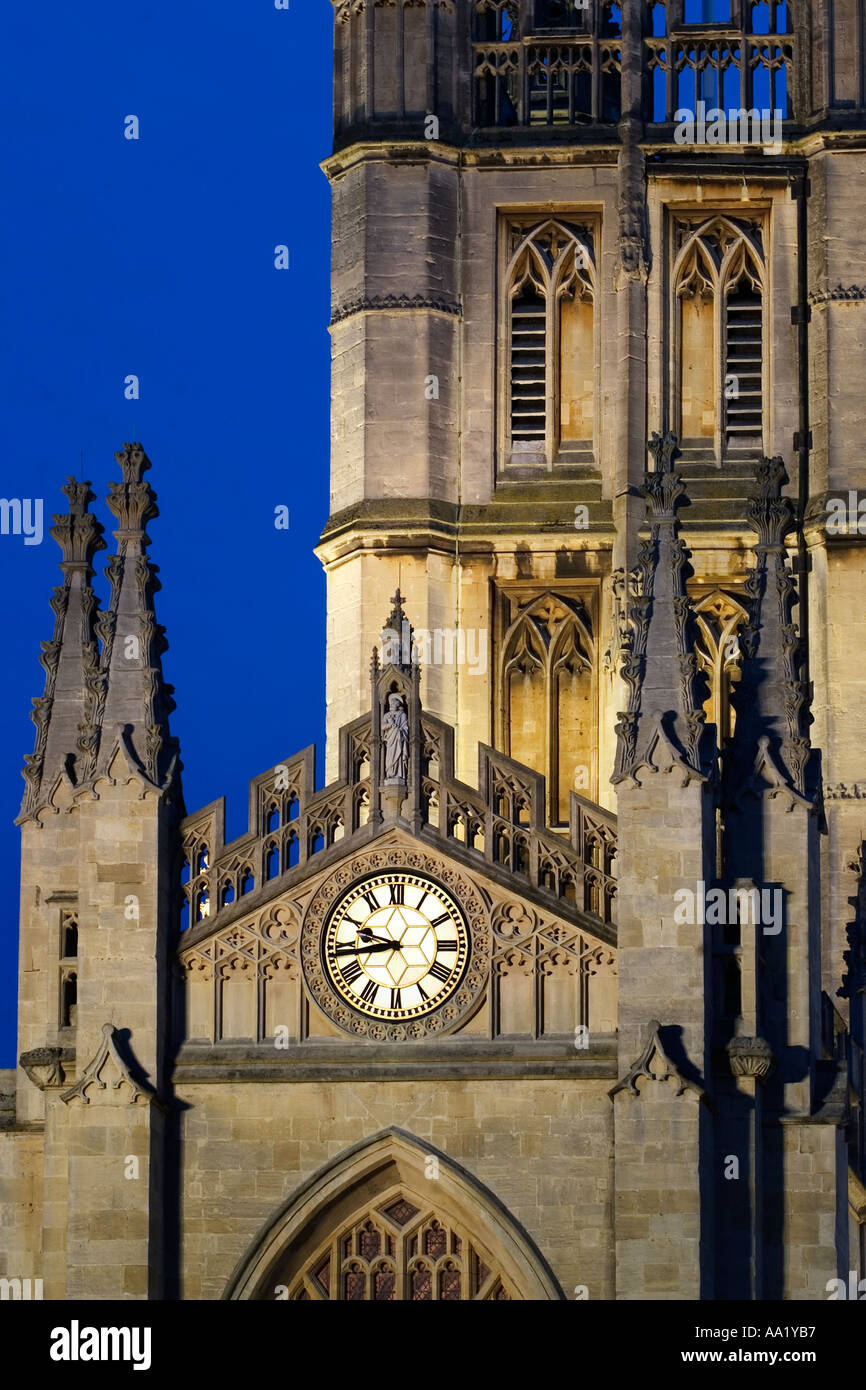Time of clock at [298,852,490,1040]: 9:43
